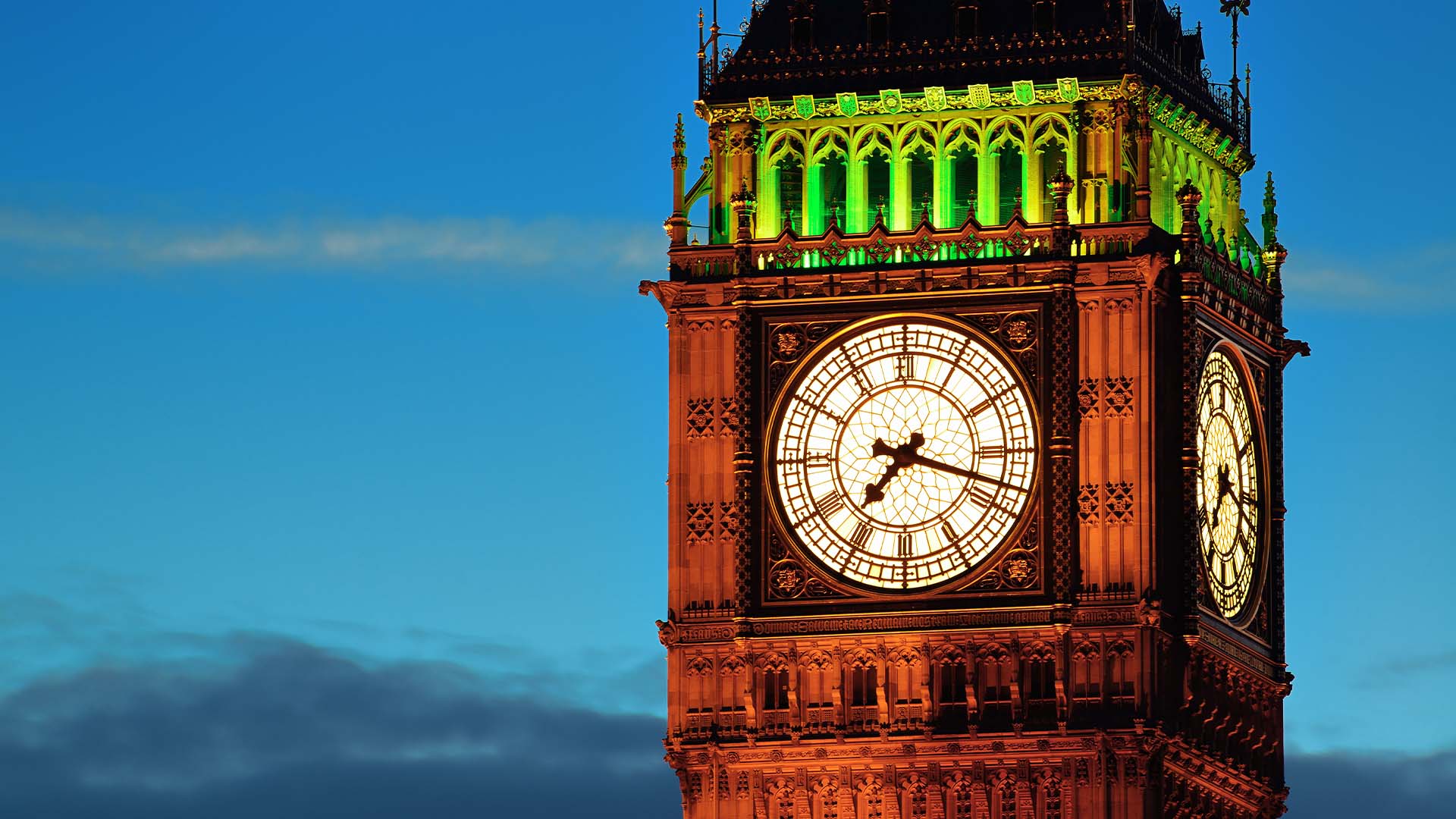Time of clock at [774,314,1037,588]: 7:17
